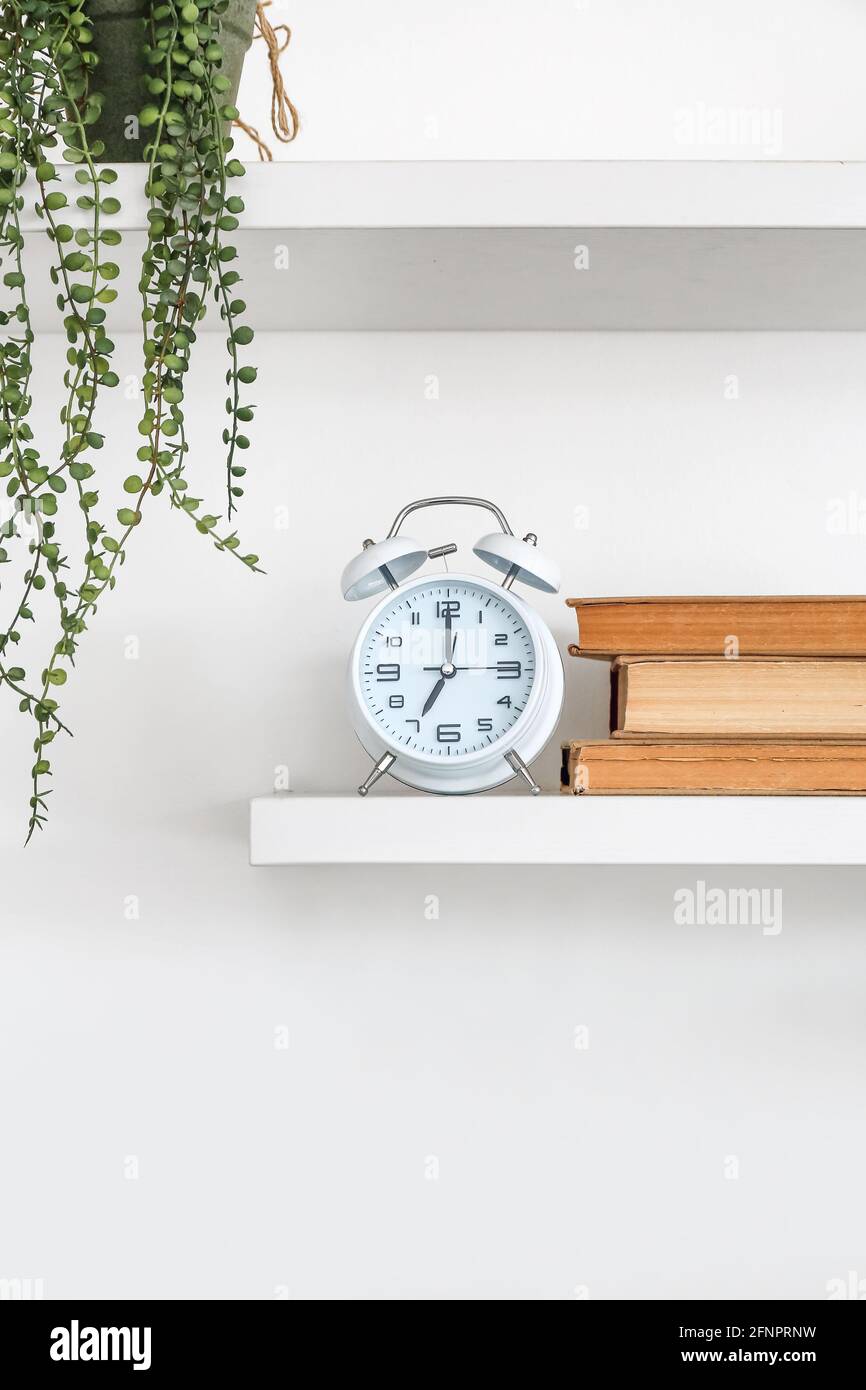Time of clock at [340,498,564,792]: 7:00
